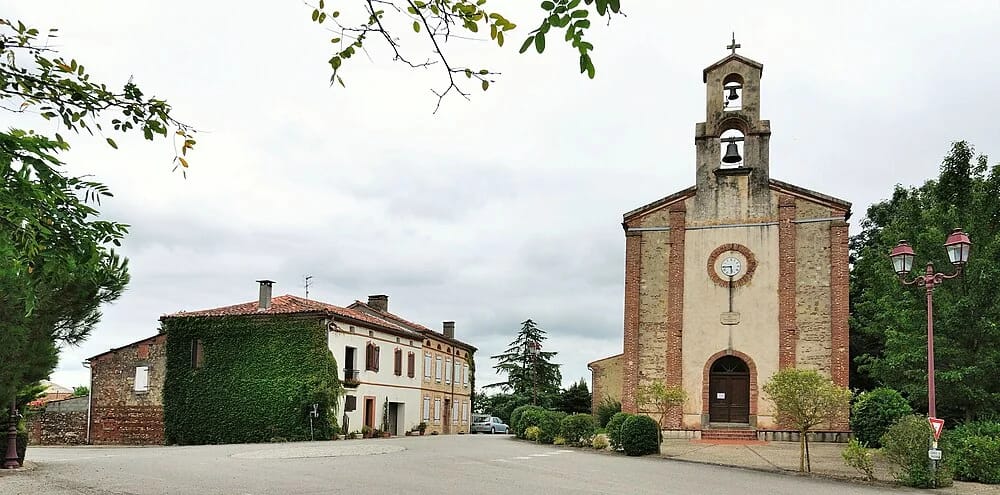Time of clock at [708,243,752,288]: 5:44
